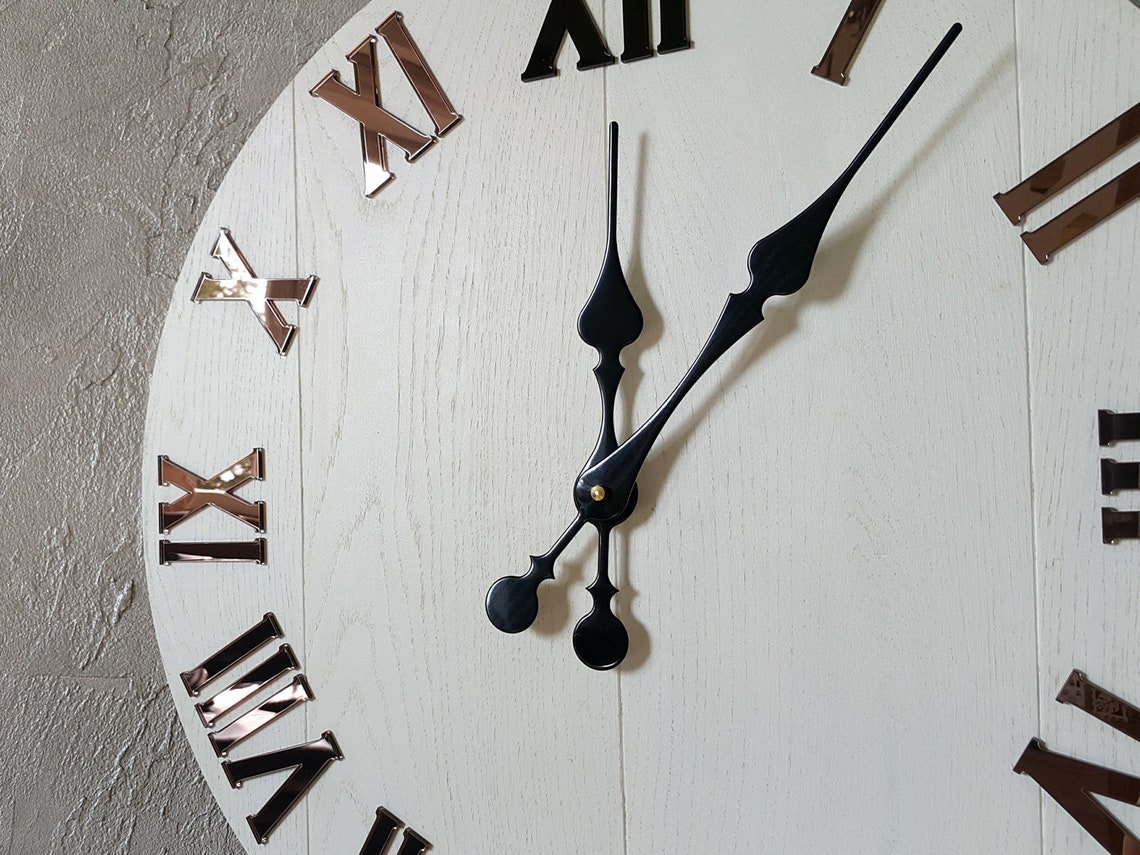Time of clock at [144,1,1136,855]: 12:07
